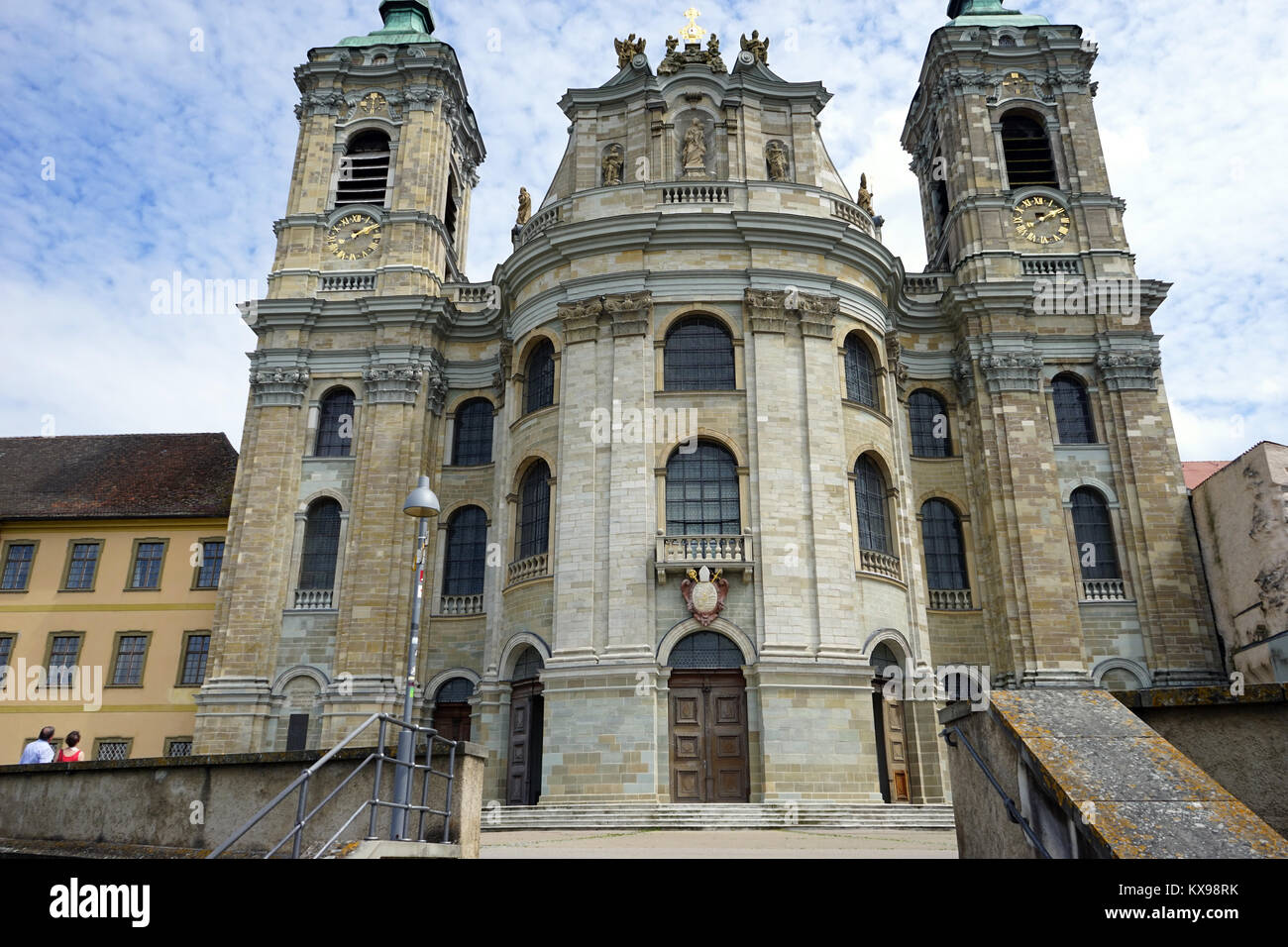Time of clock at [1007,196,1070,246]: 2:09
